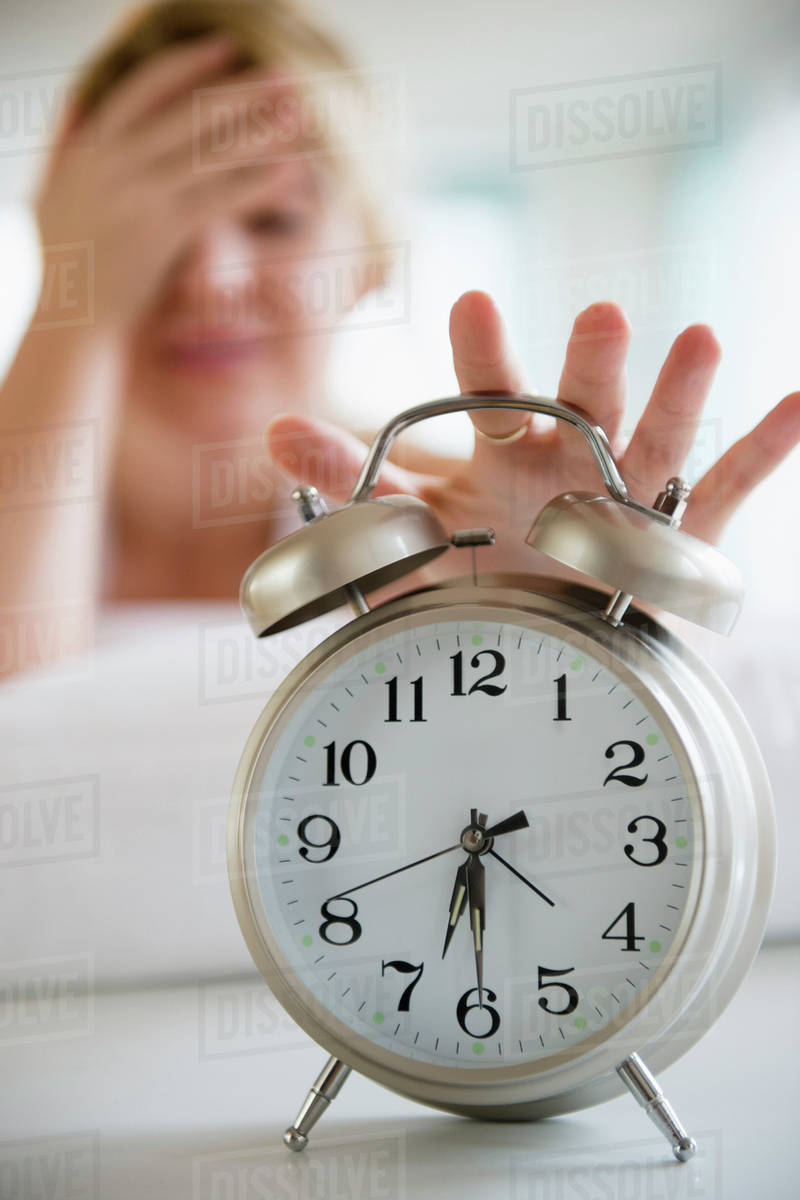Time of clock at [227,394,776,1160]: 6:29
